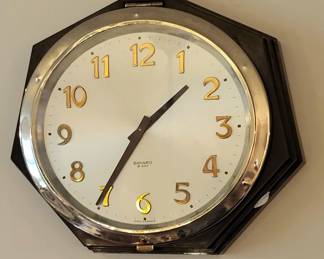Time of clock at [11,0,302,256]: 1:35
